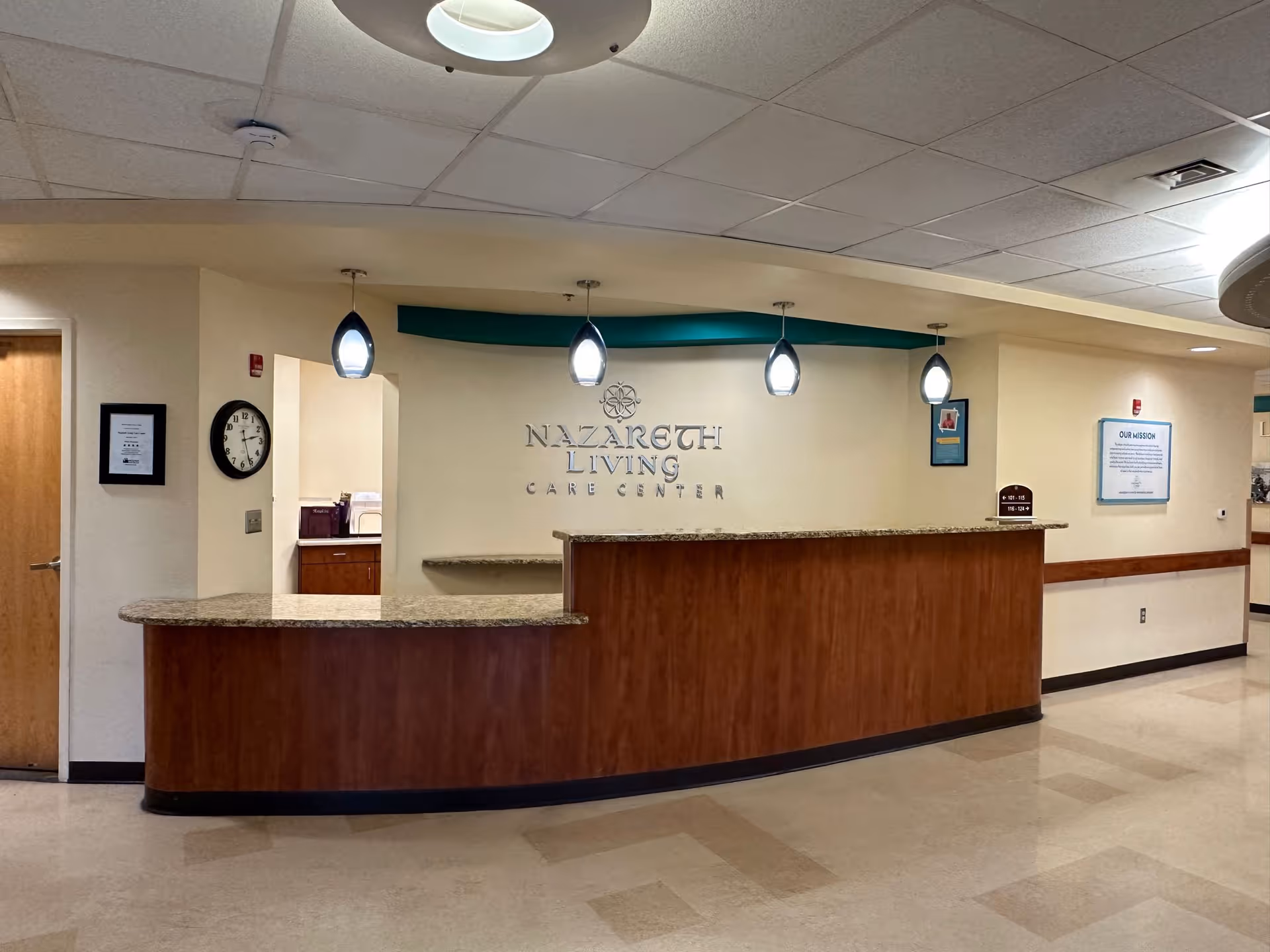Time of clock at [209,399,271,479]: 2:26
